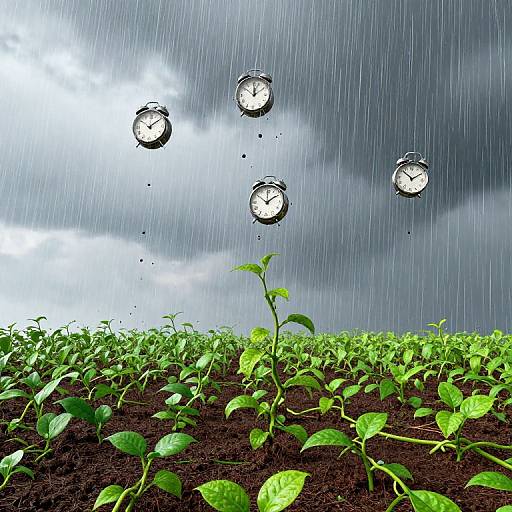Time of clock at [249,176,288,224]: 1:51
